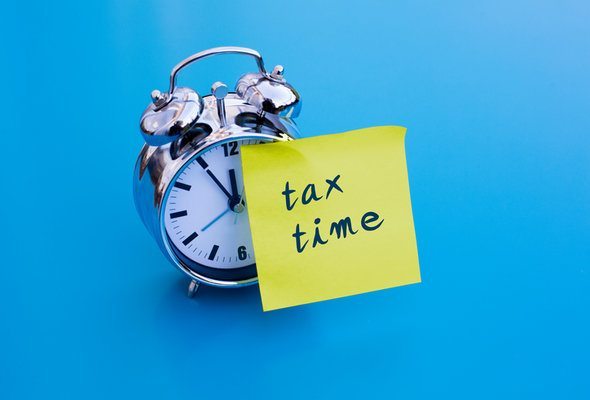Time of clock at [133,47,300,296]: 11:54
